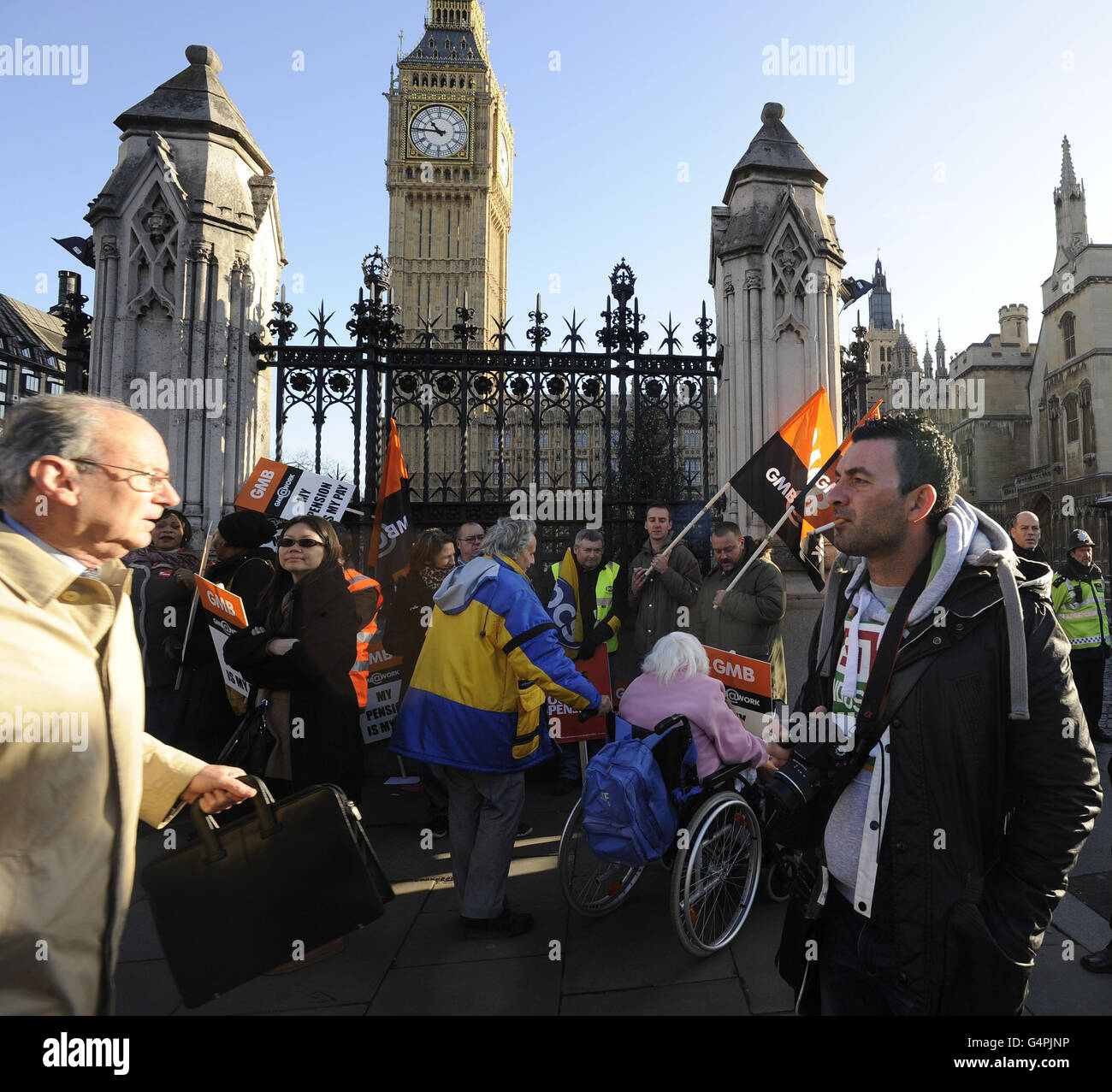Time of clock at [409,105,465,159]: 10:45
